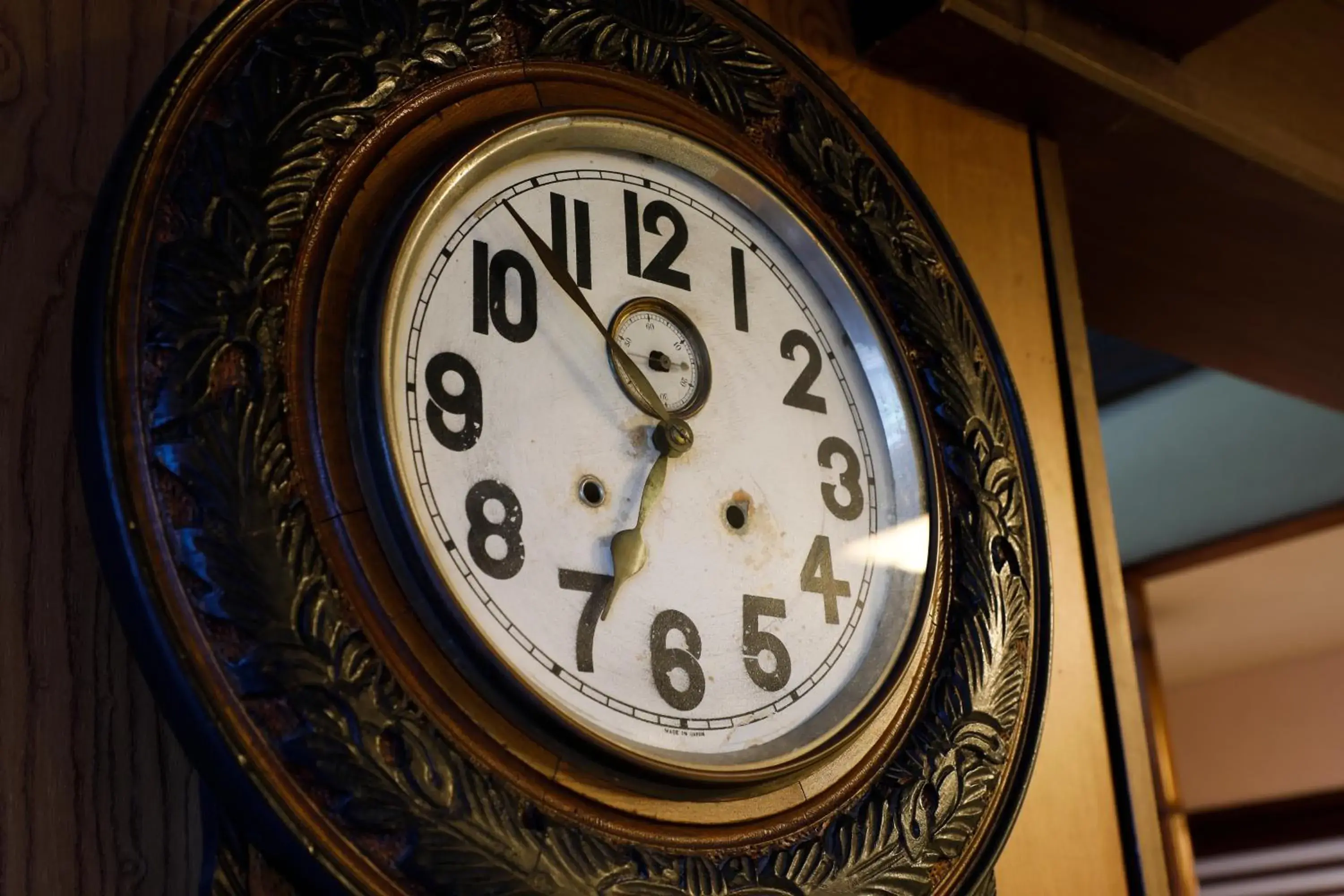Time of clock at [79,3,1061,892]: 10:34
